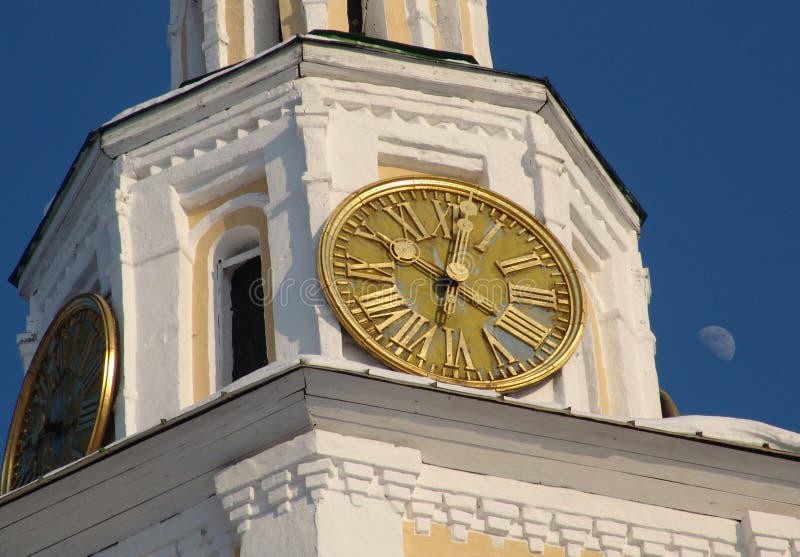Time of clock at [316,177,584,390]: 4:01
